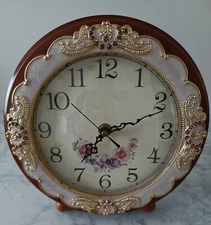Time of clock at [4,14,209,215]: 7:11
